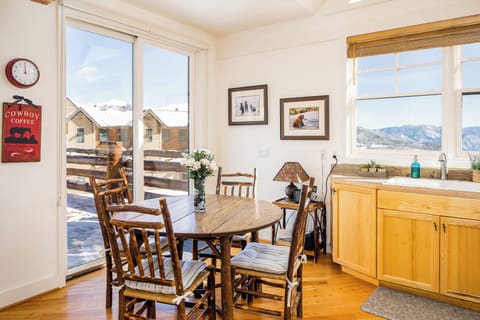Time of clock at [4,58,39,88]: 12:00
